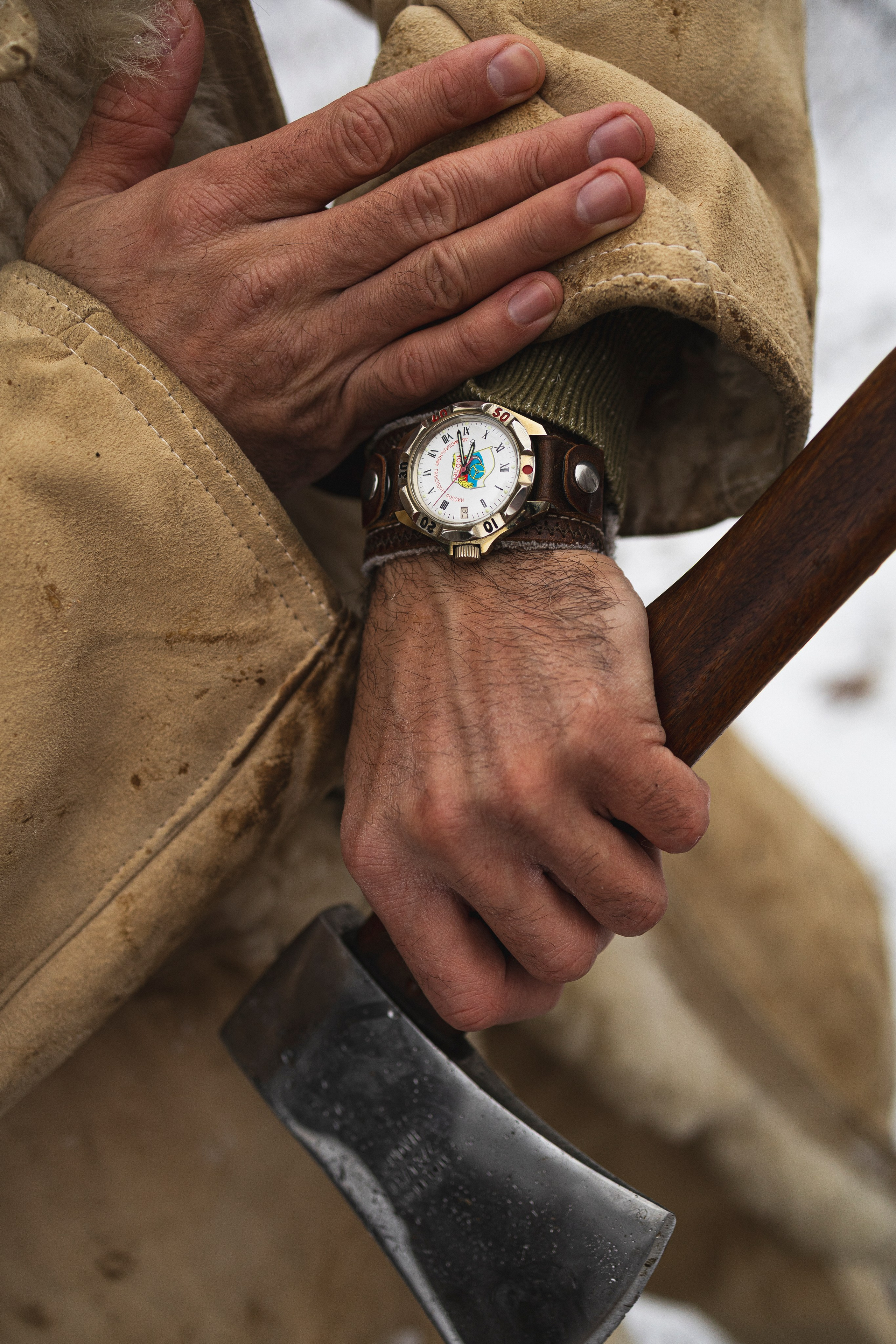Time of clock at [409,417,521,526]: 12:58
